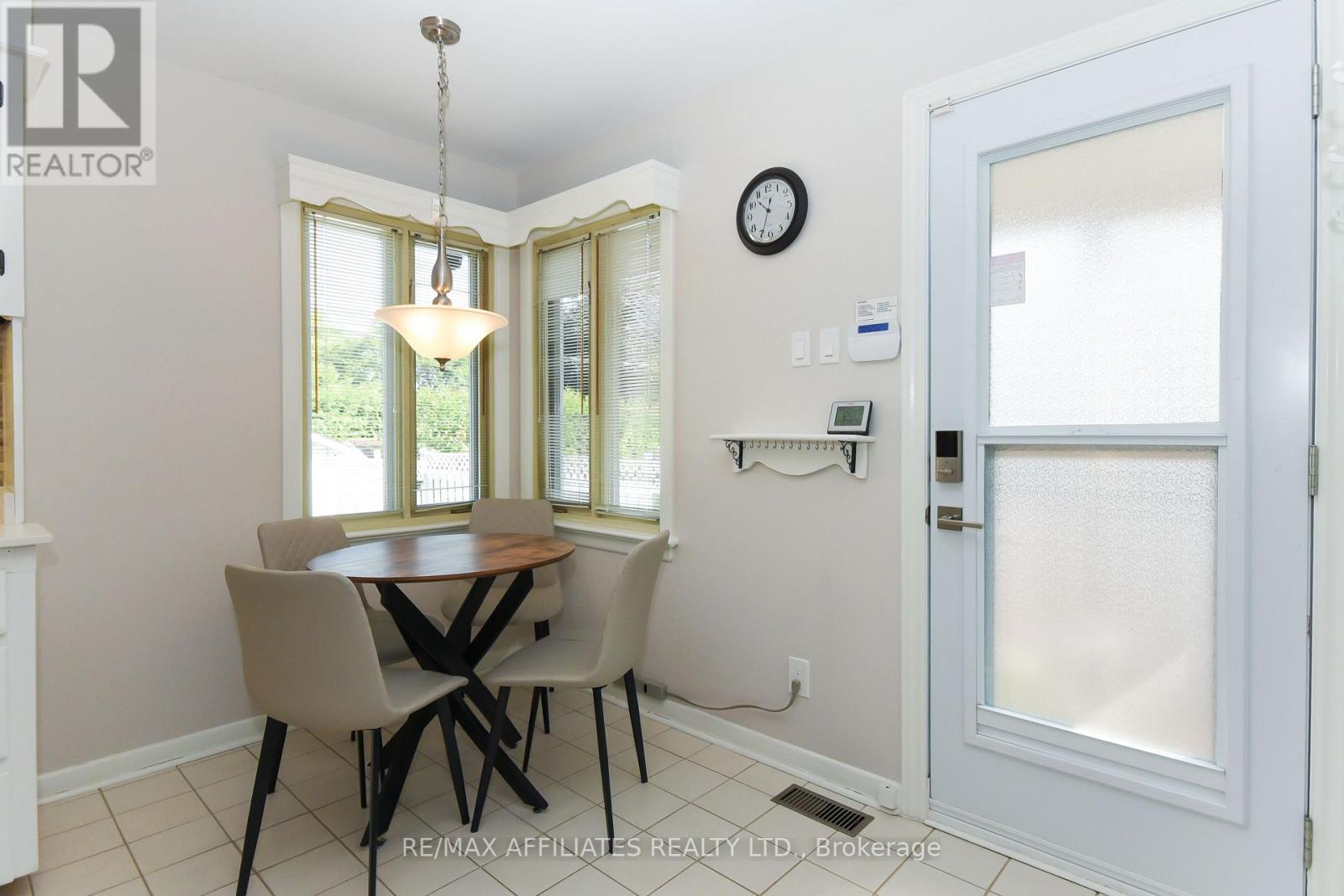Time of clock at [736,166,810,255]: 10:34
